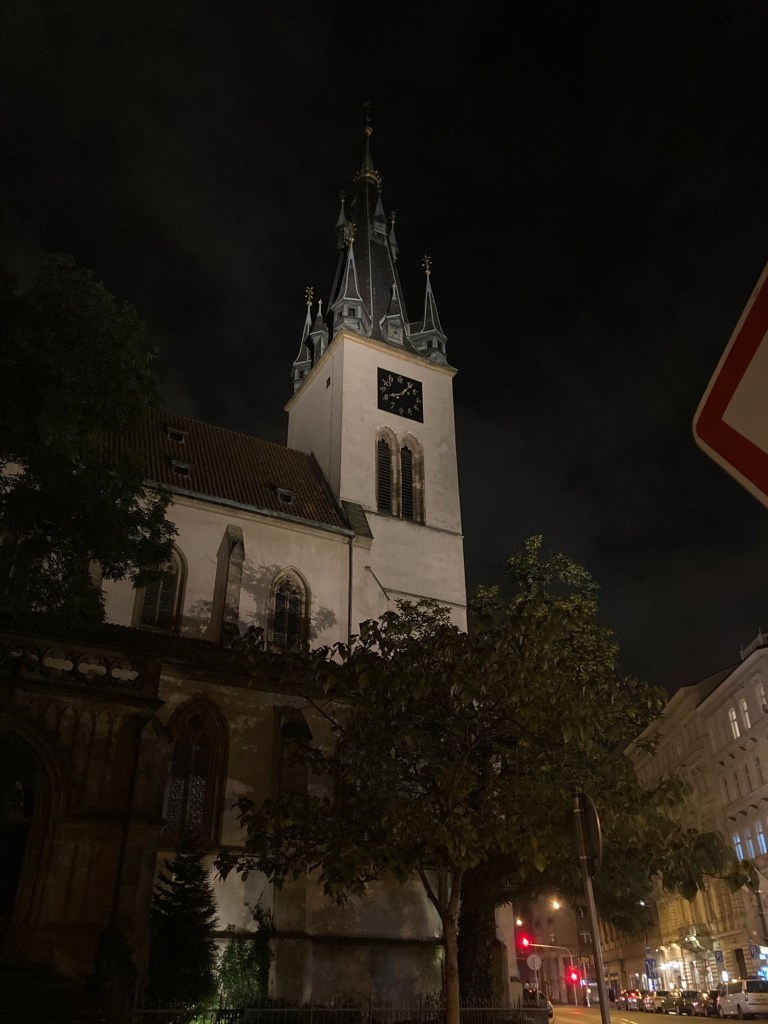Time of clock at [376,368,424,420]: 8:06
